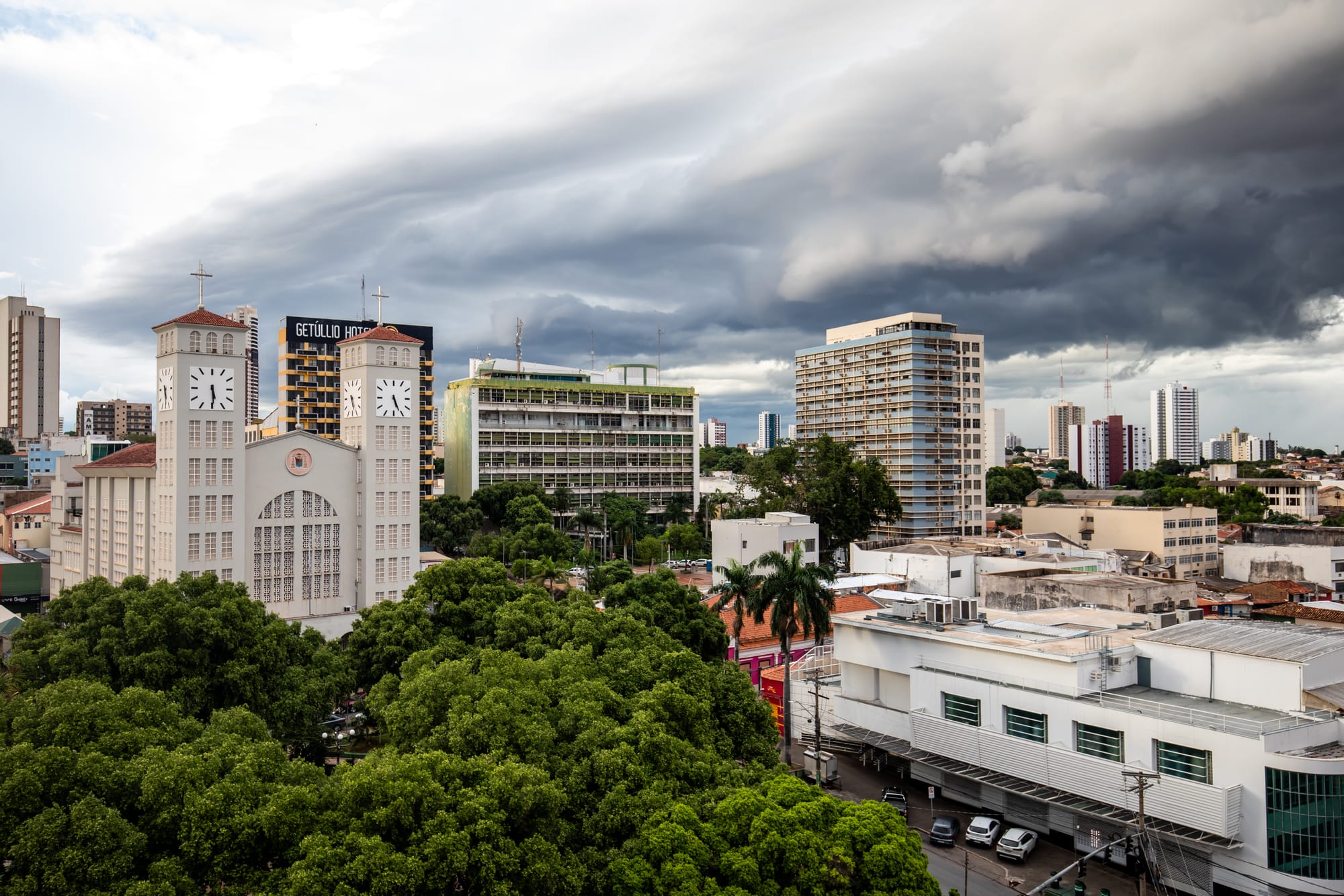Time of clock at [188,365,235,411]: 5:29
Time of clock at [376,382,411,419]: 5:26
